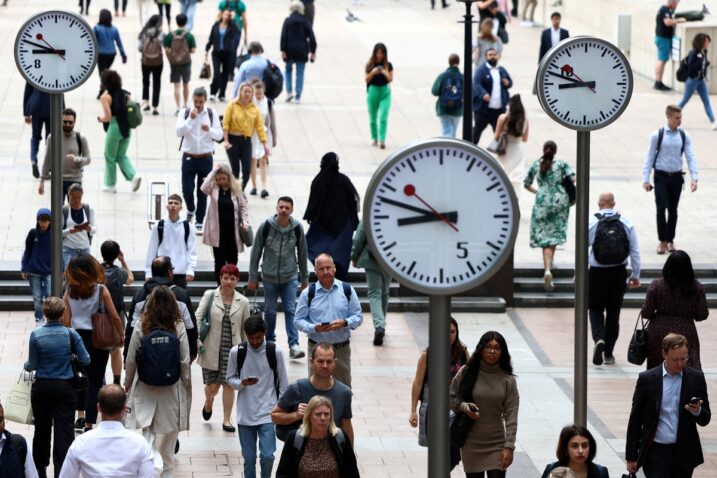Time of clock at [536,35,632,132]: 8:47
